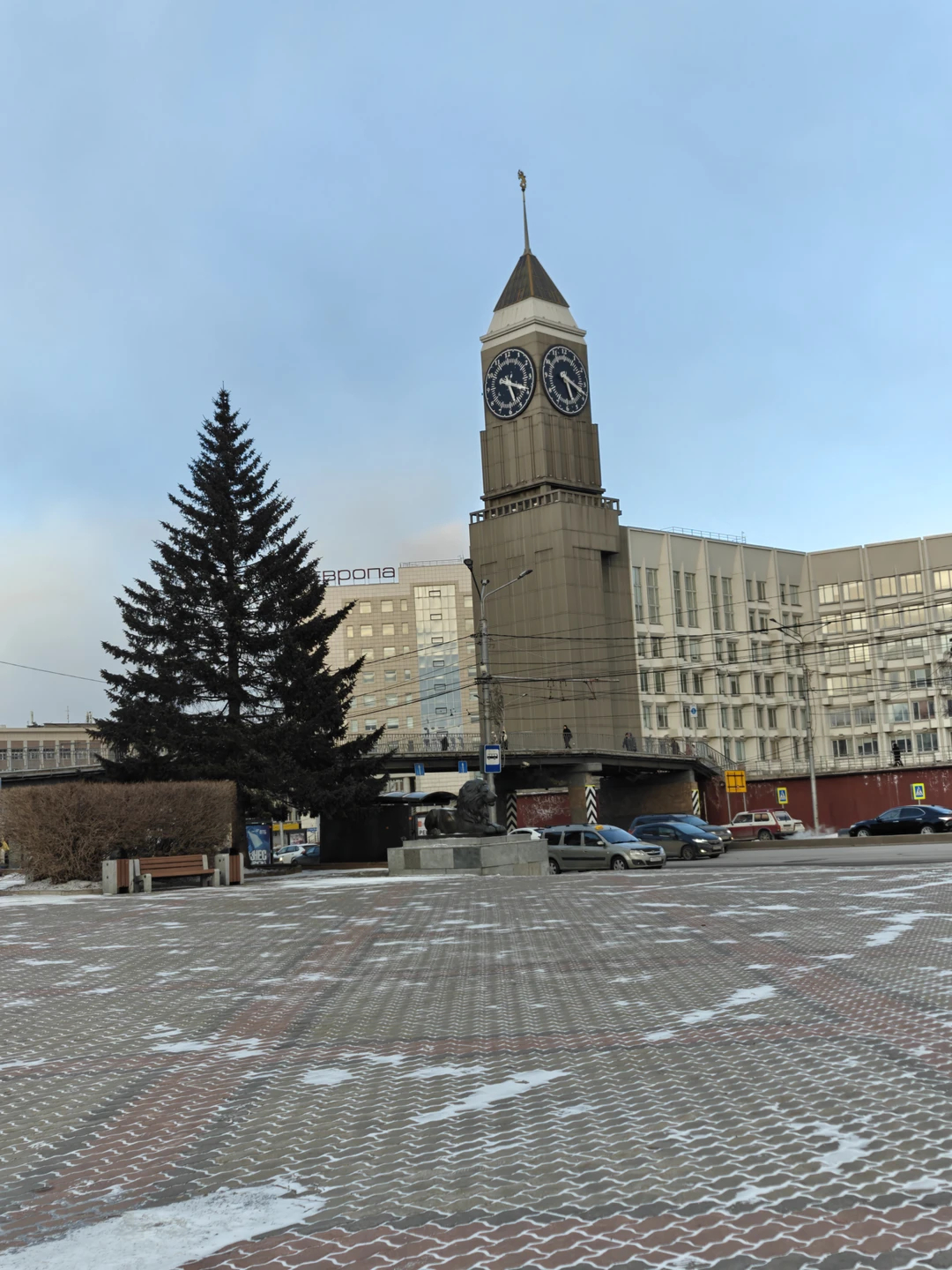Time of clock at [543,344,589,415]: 5:18
